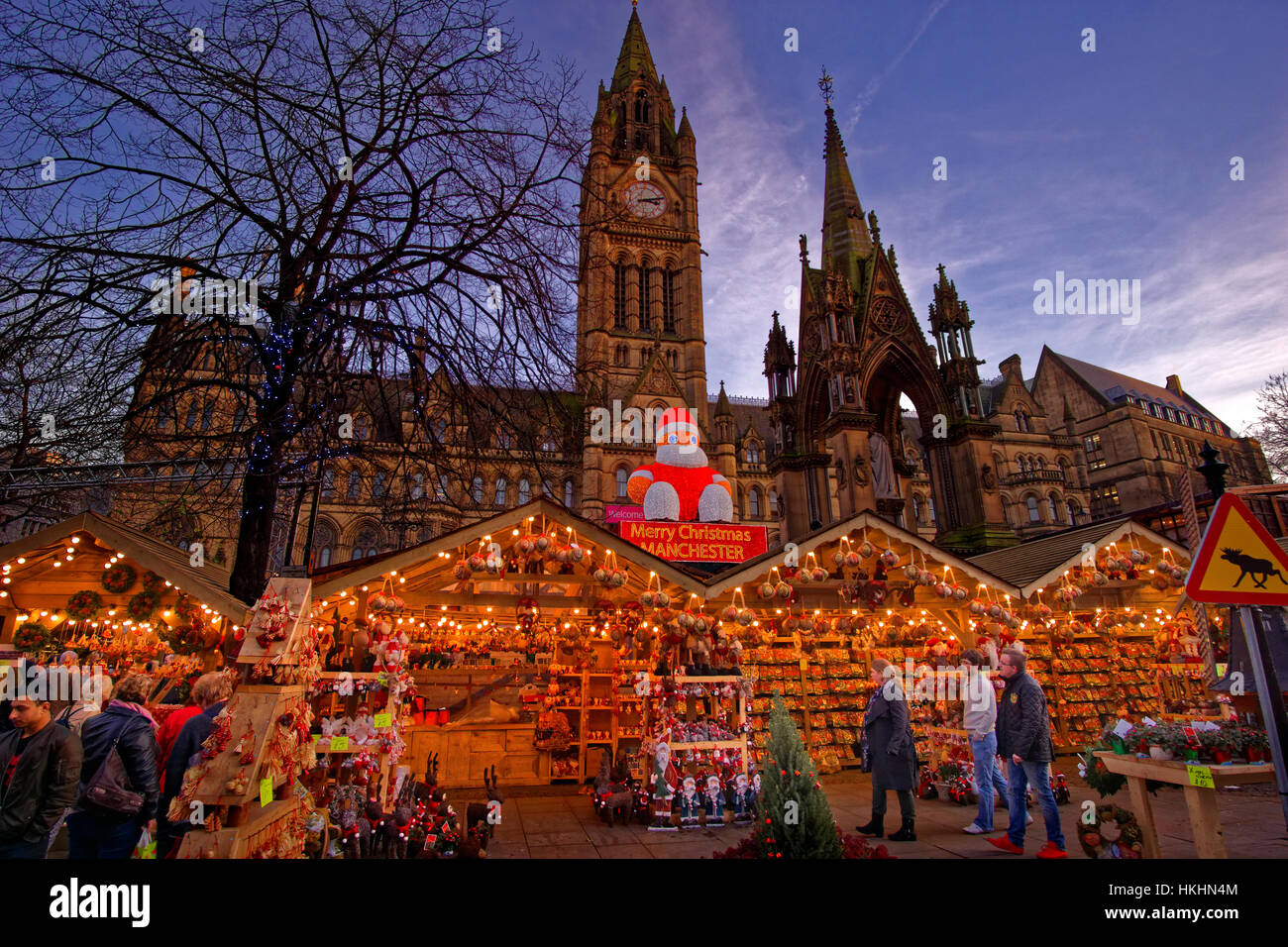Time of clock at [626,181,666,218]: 3:12
